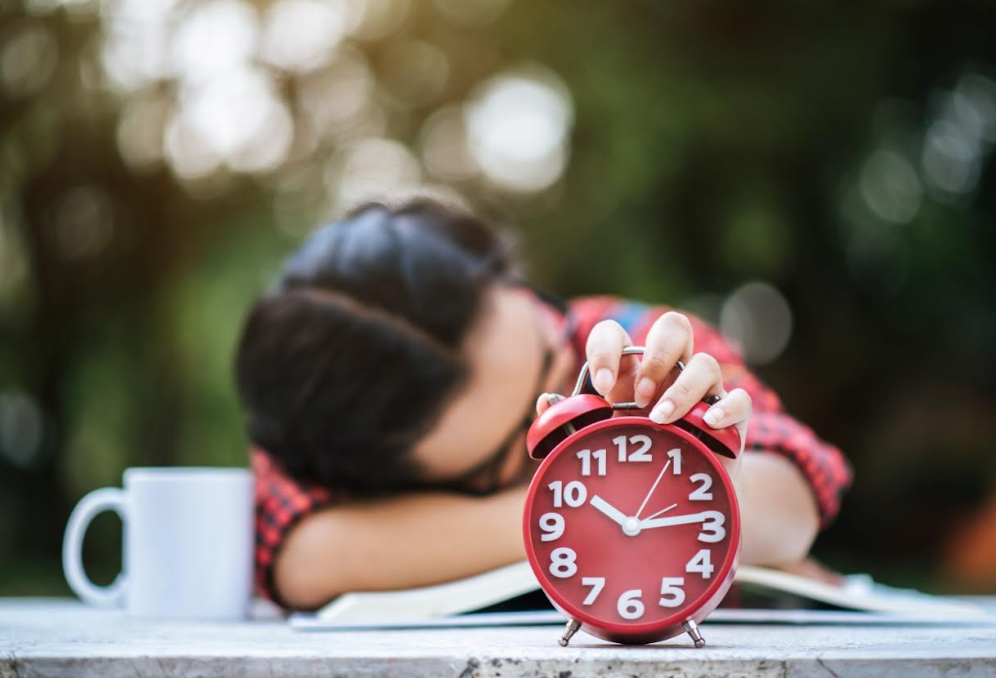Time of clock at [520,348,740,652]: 10:13
